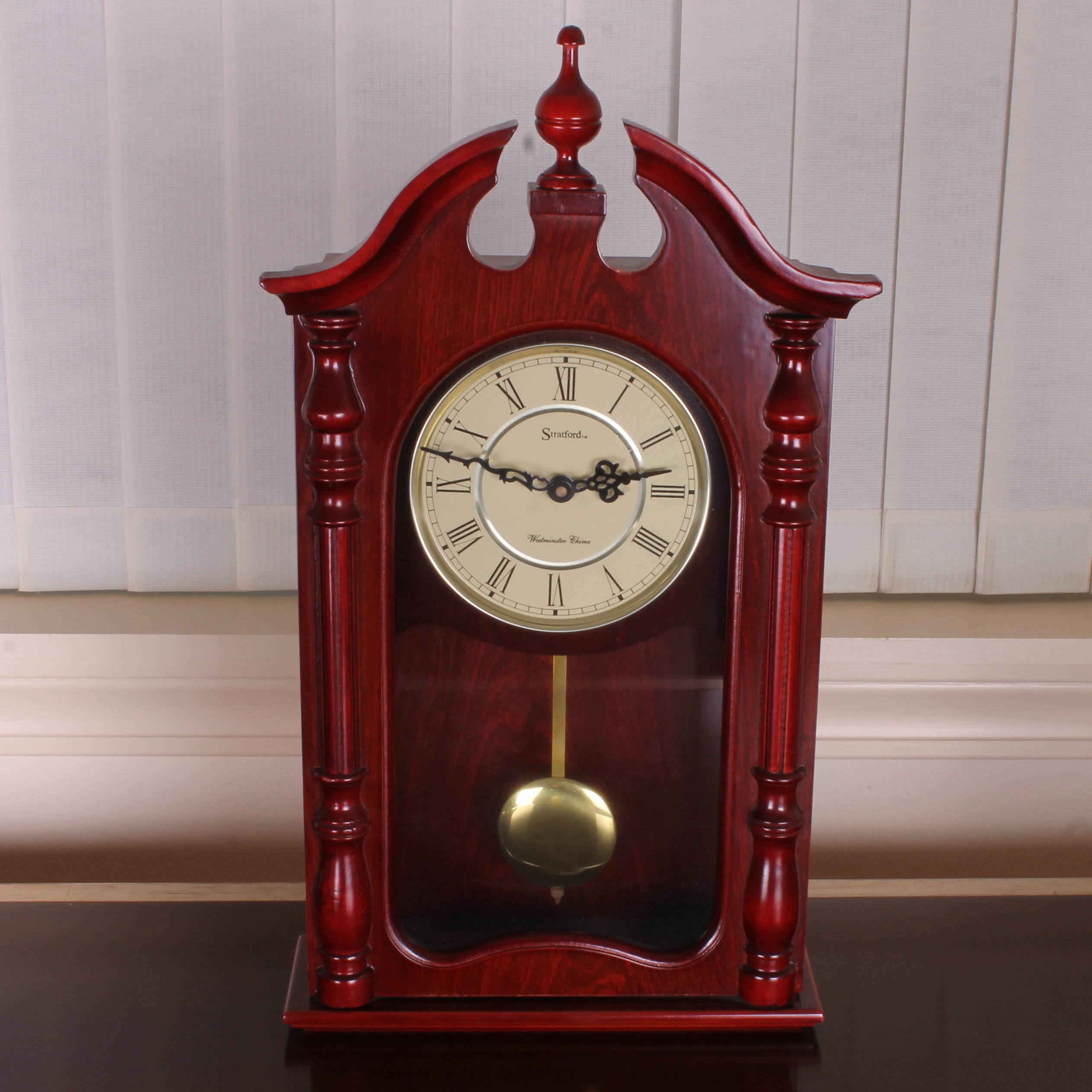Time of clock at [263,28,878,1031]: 2:48
